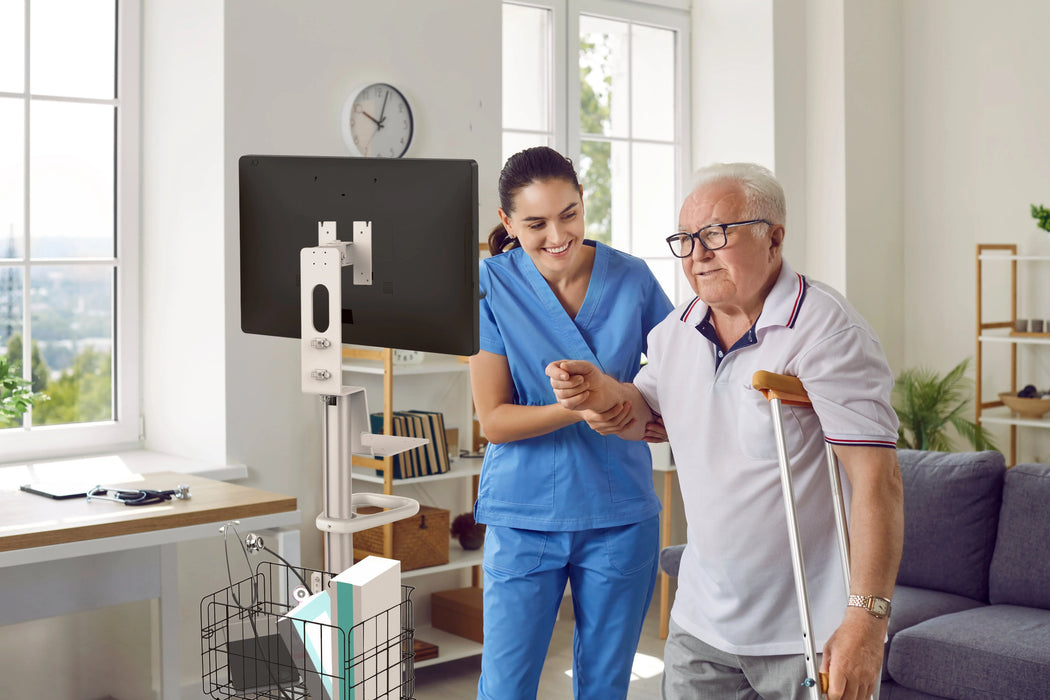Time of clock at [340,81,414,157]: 10:03
